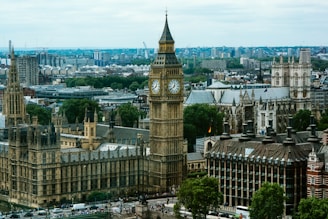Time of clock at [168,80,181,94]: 12:38
